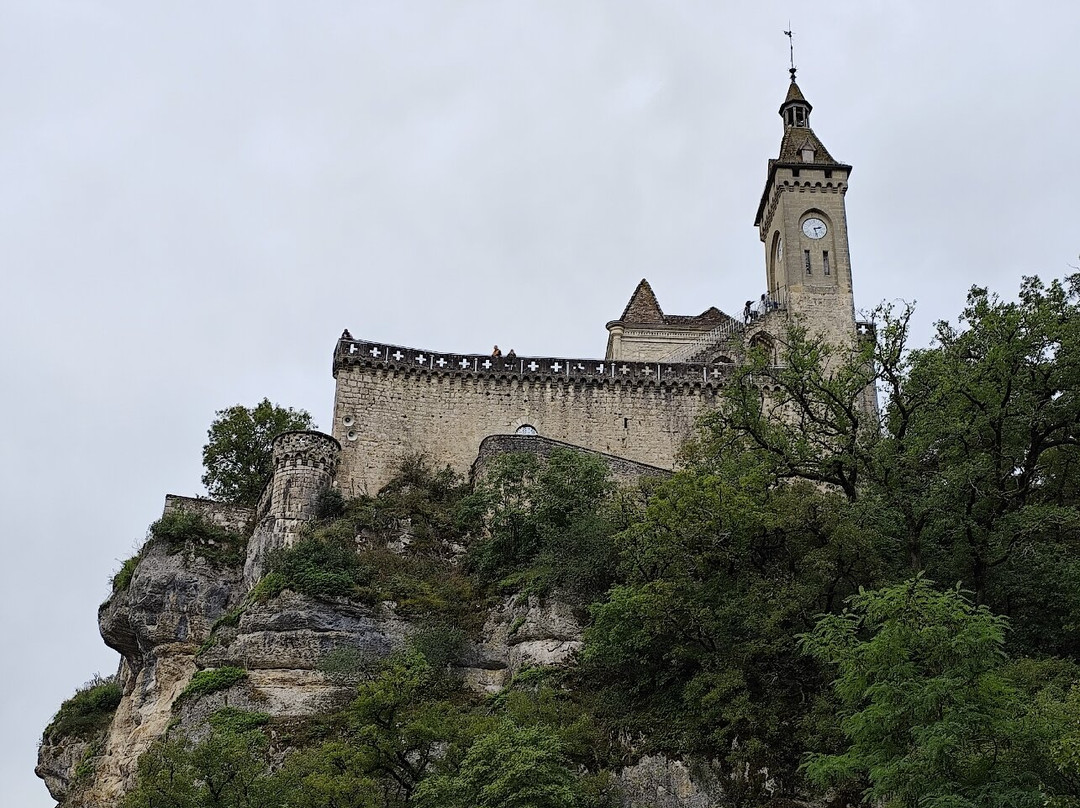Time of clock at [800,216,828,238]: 2:27
